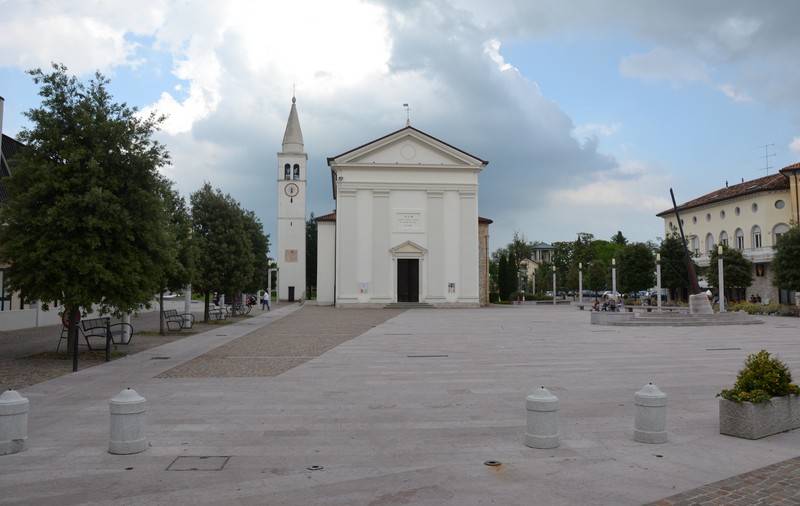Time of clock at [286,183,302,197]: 5:31
